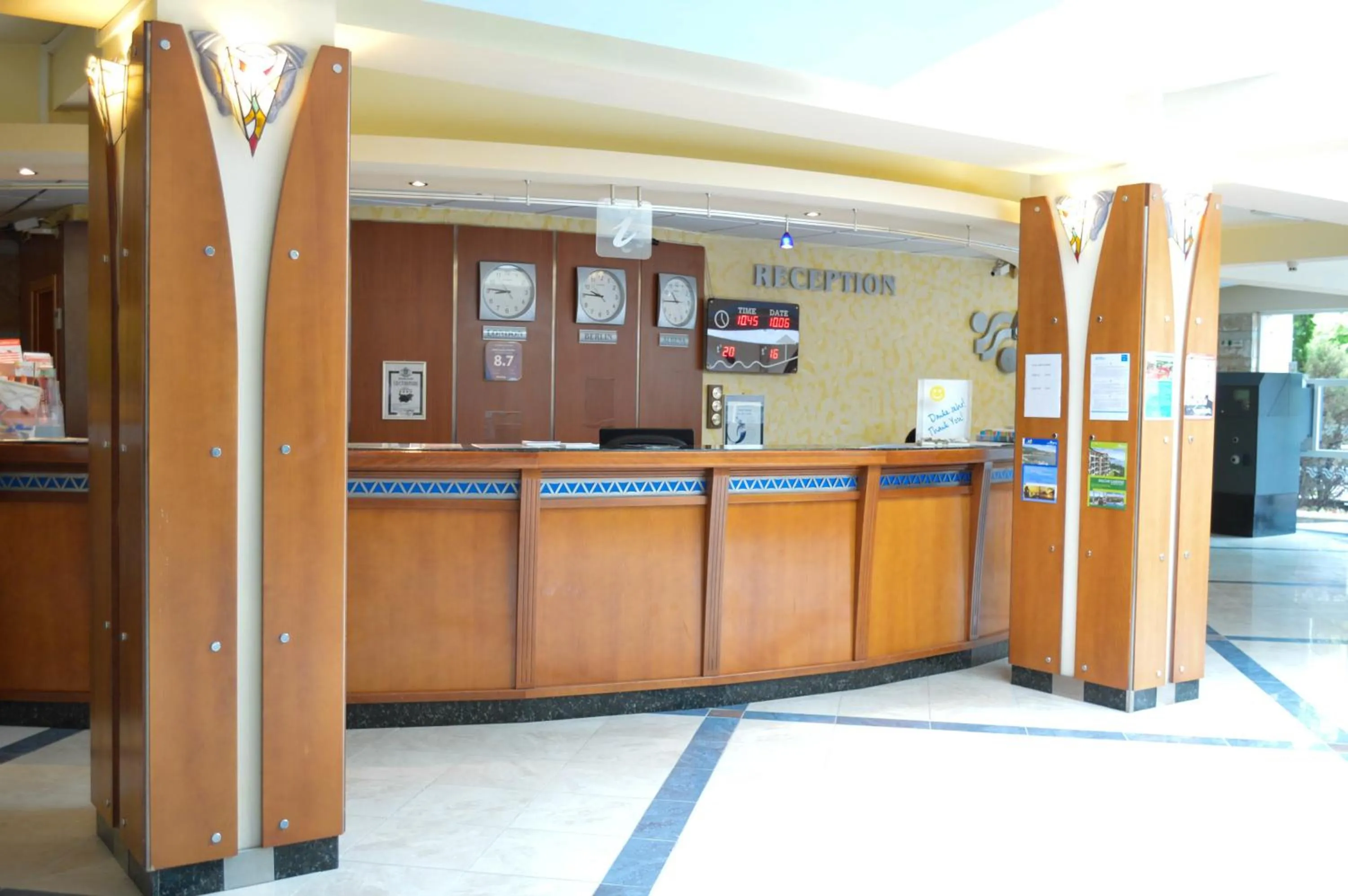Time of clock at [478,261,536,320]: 8:46
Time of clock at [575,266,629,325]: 9:45
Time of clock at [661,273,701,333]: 10:45
